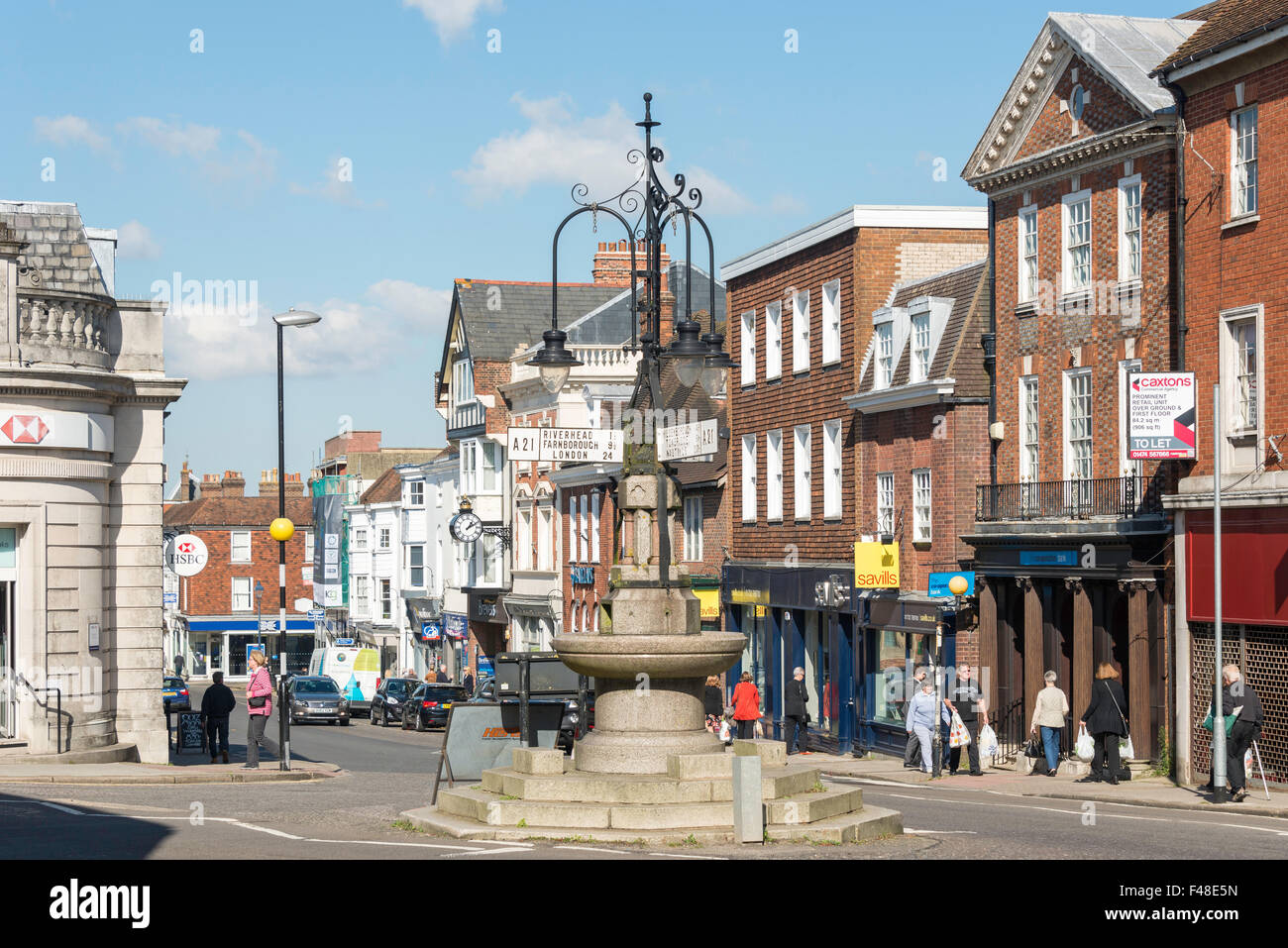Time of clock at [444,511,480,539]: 1:10
